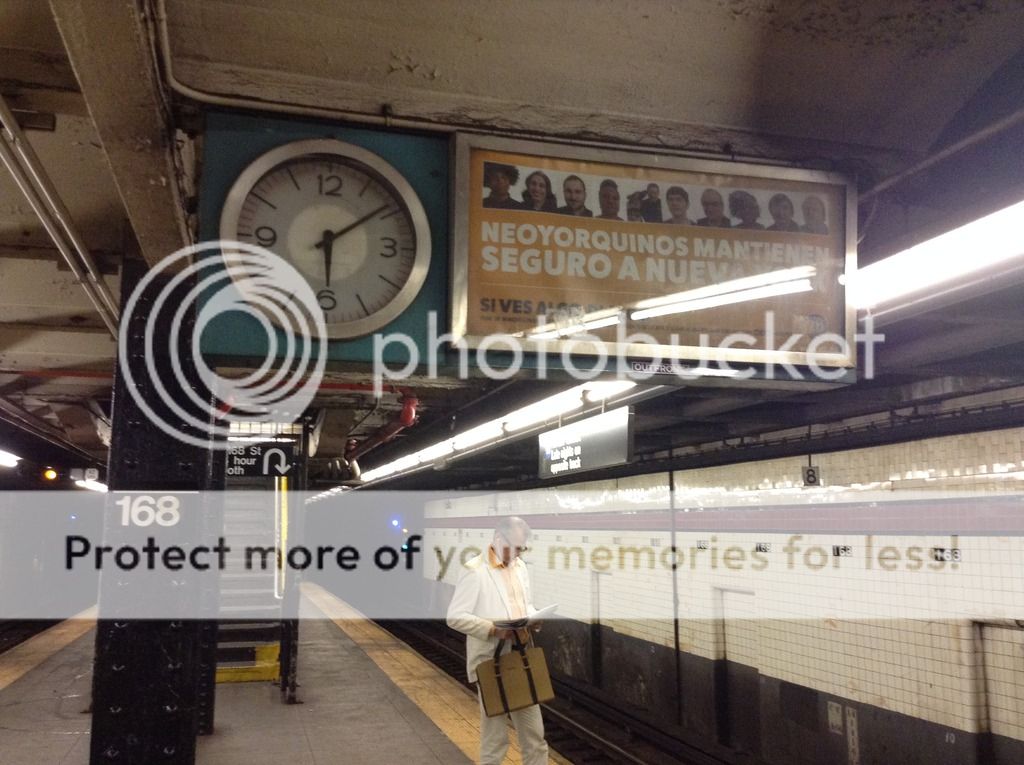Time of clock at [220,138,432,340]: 6:08
